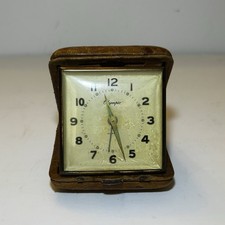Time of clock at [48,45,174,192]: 11:26
